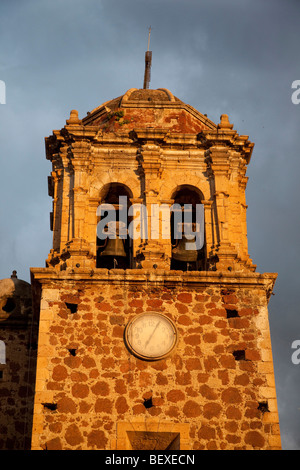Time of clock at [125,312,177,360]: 7:04
